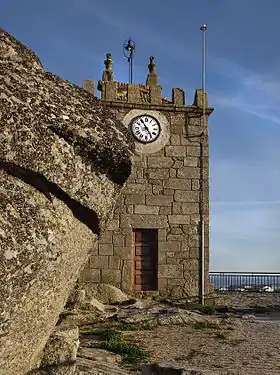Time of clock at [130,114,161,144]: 4:54
